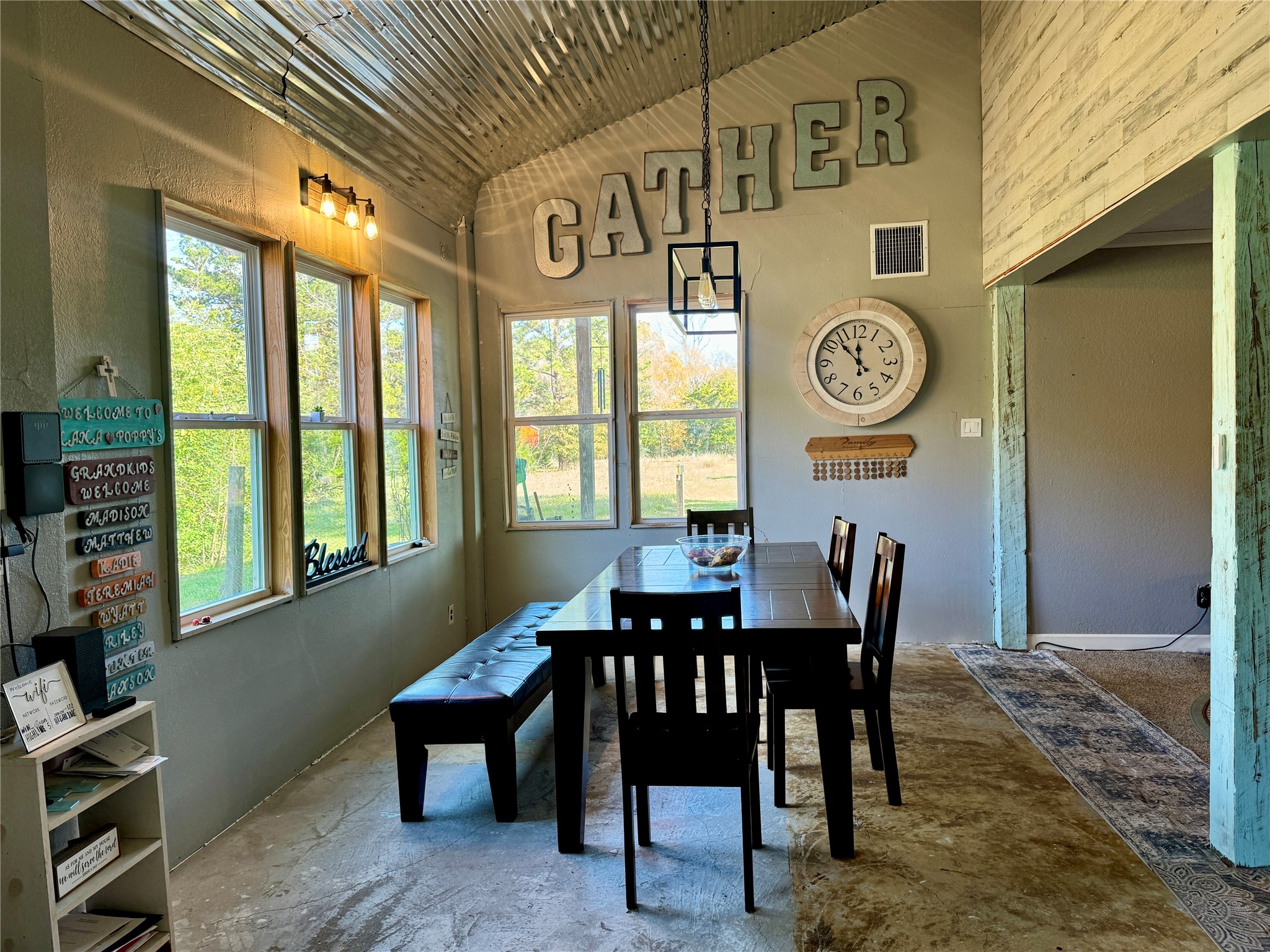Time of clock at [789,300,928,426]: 11:52
